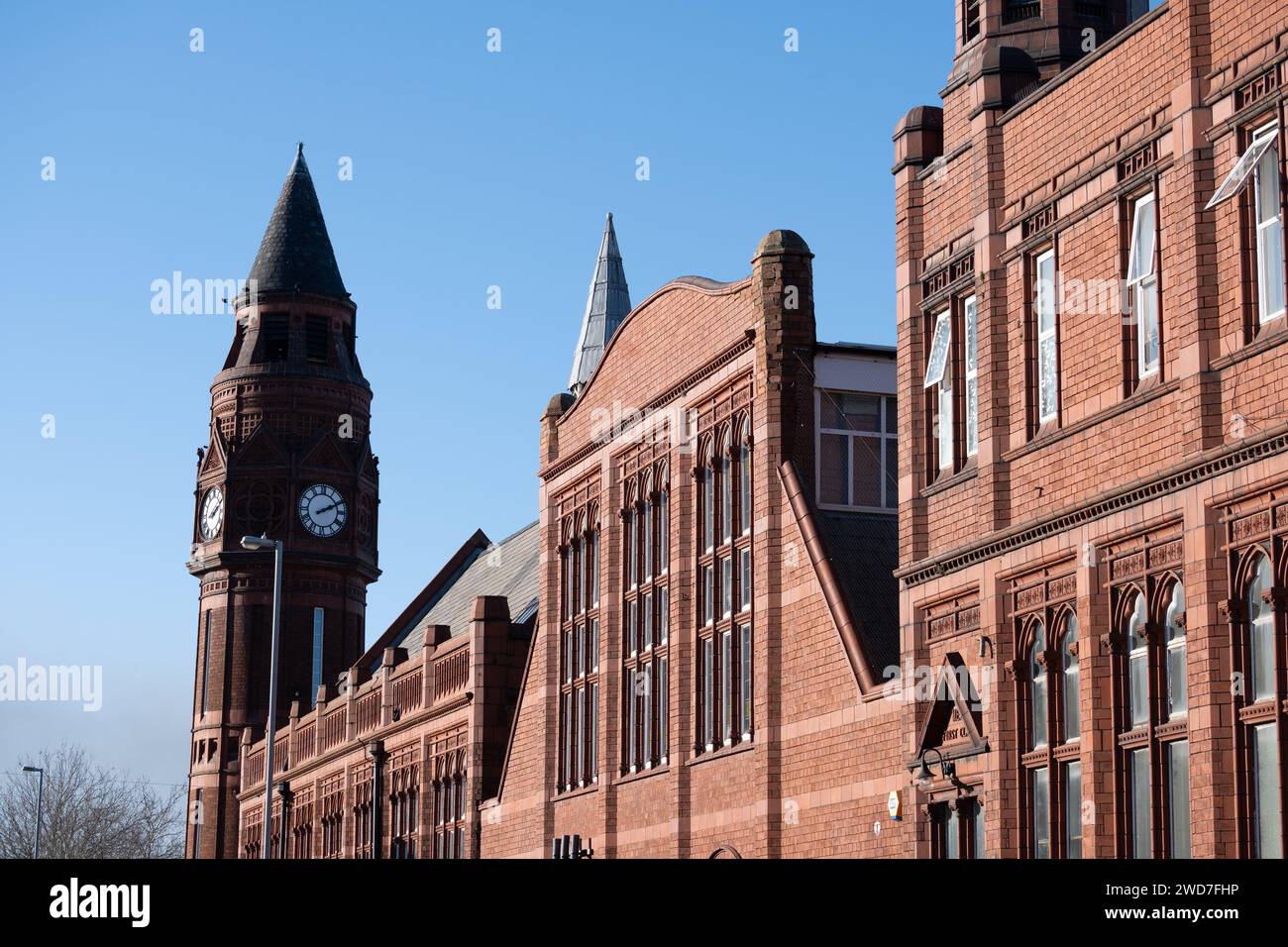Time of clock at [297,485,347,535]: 2:10
